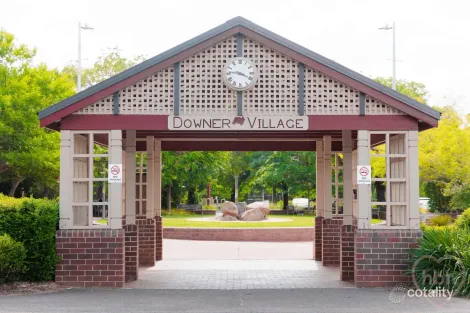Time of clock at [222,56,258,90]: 3:46
